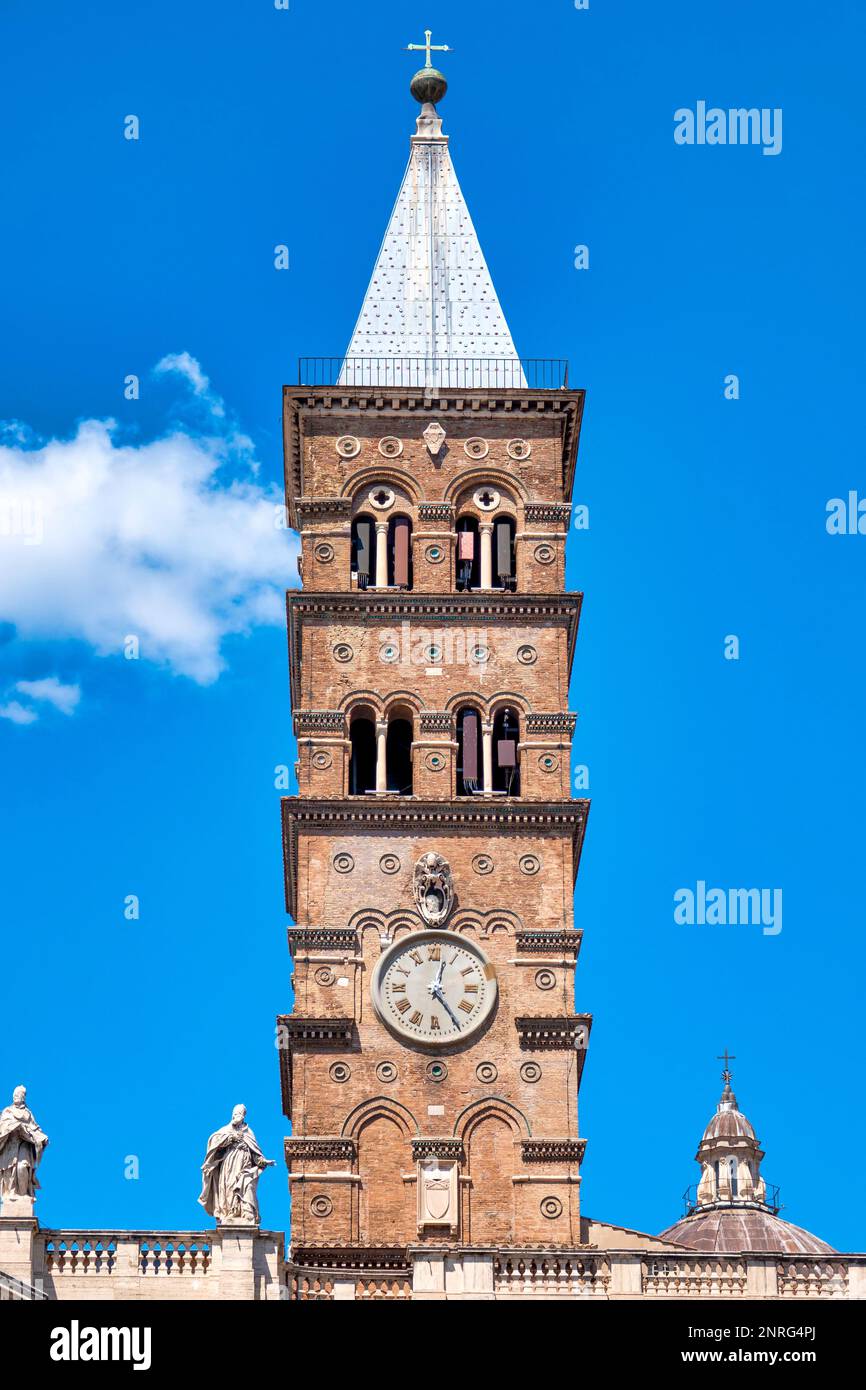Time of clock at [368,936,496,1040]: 12:24
